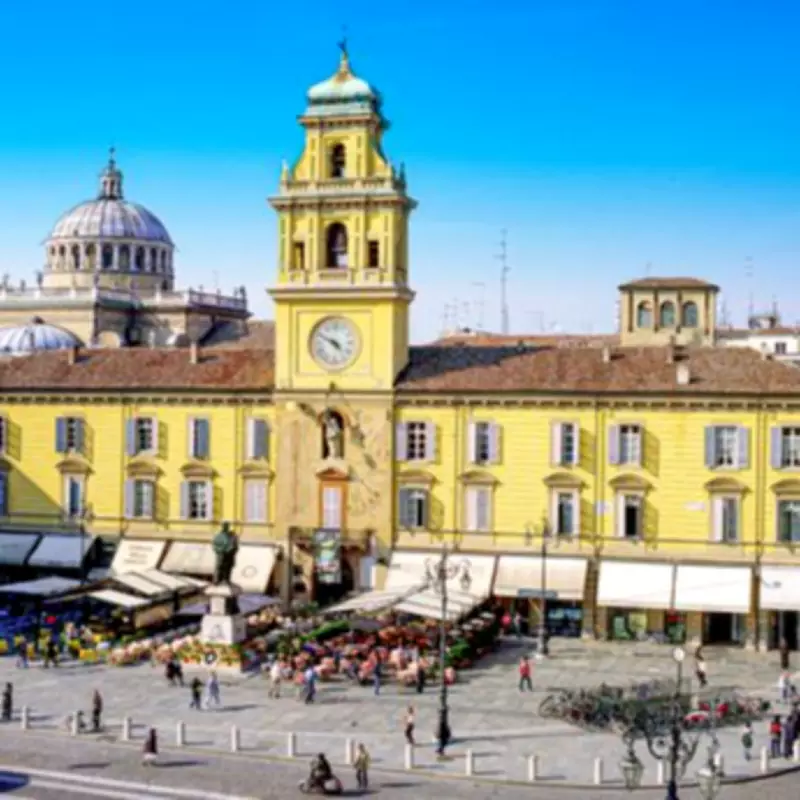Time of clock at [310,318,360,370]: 4:49
